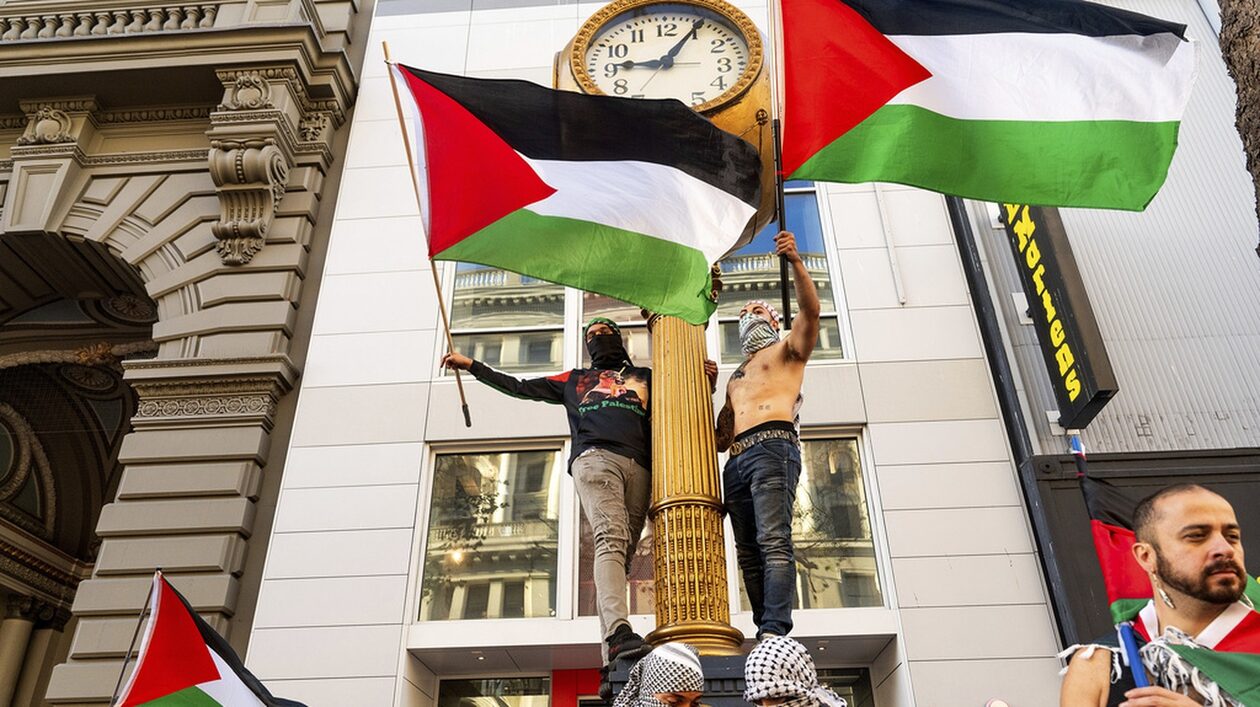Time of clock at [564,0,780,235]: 9:05
